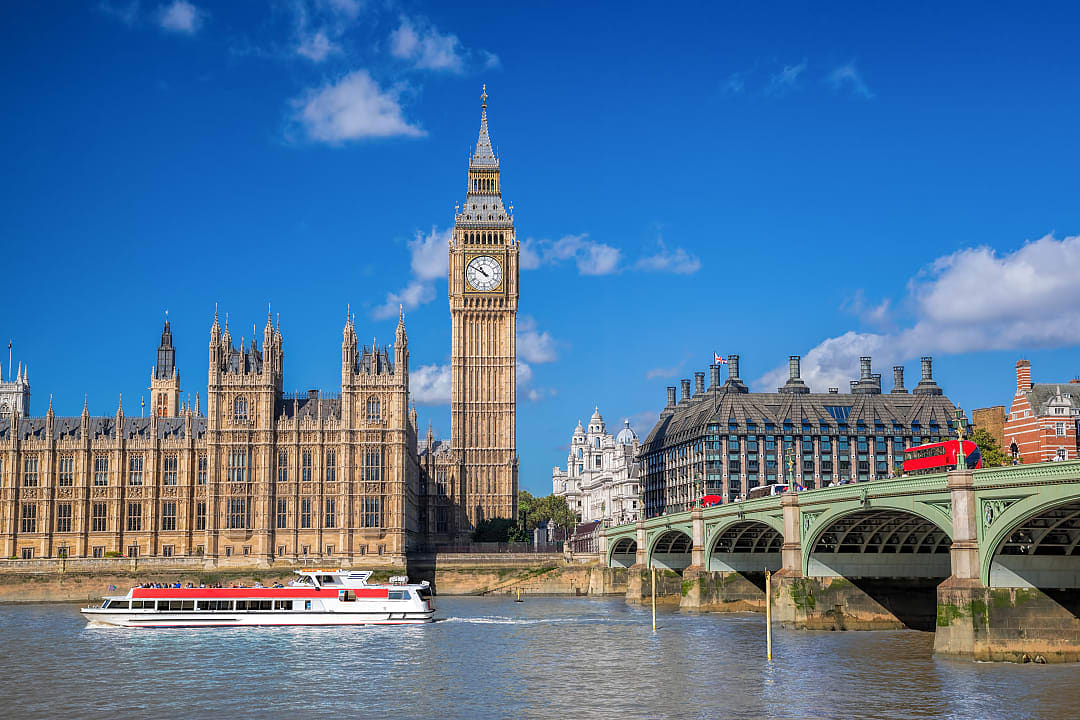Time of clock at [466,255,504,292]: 10:49
